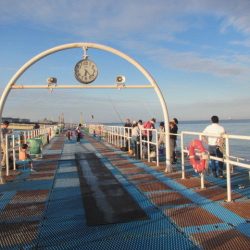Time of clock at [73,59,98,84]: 6:22
